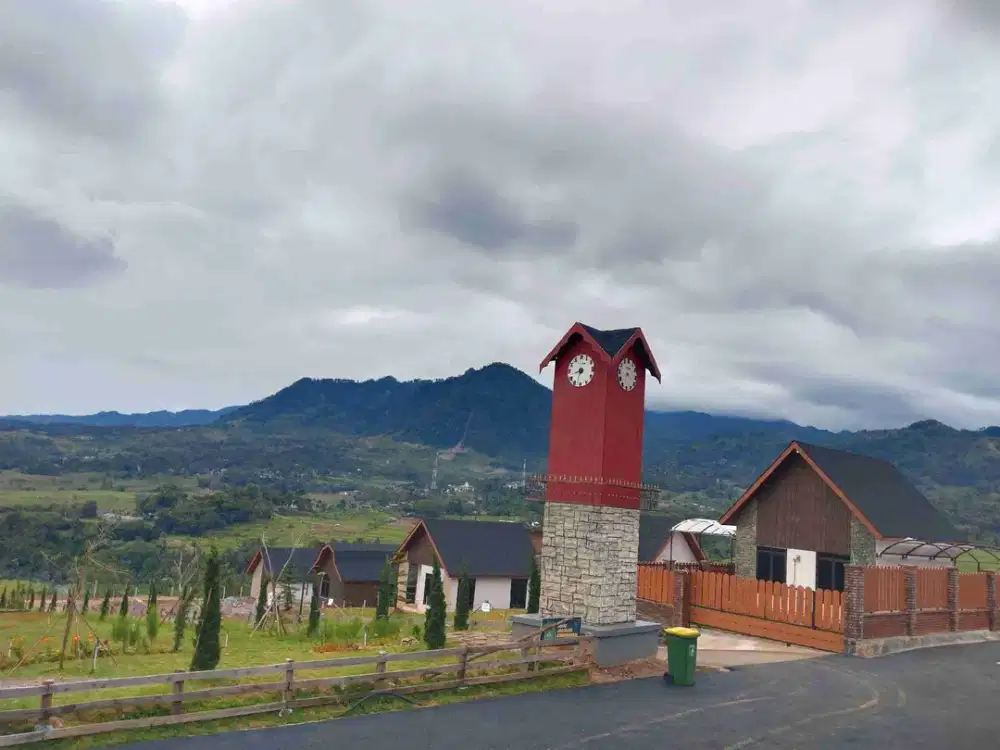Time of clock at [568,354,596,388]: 8:33
